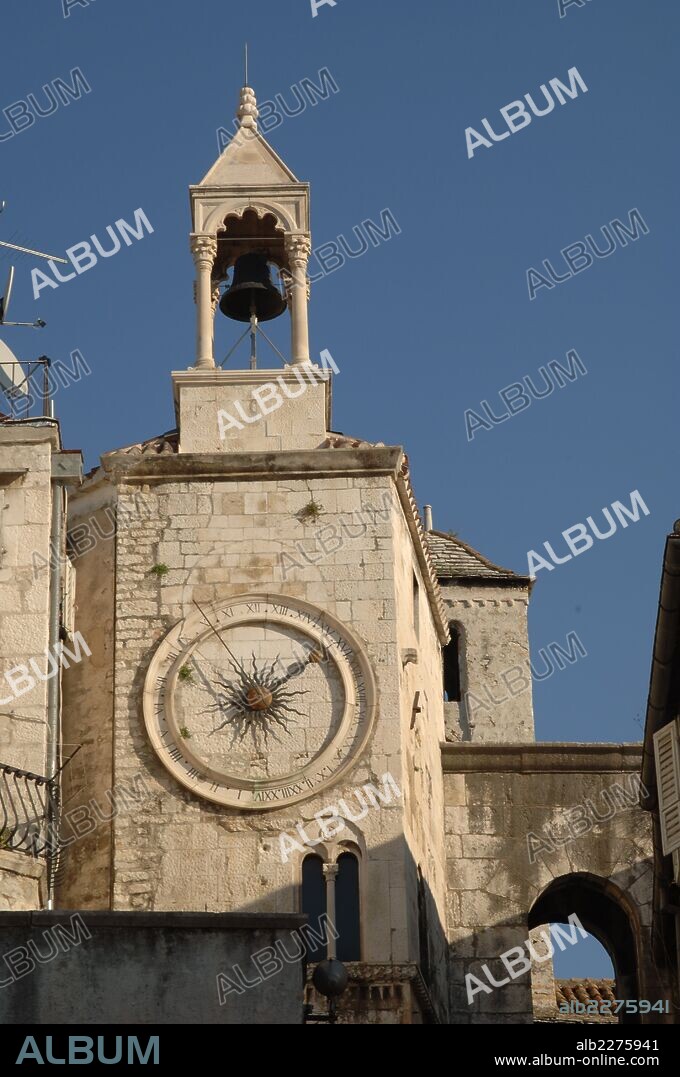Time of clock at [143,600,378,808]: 12:08
